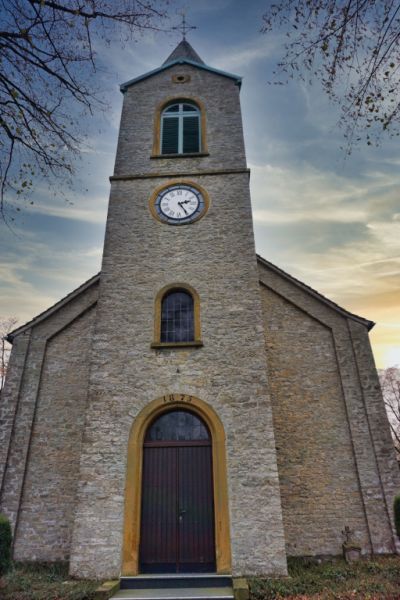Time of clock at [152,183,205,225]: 2:24
